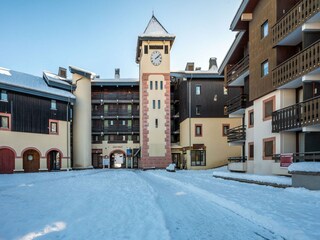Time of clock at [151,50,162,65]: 2:08
